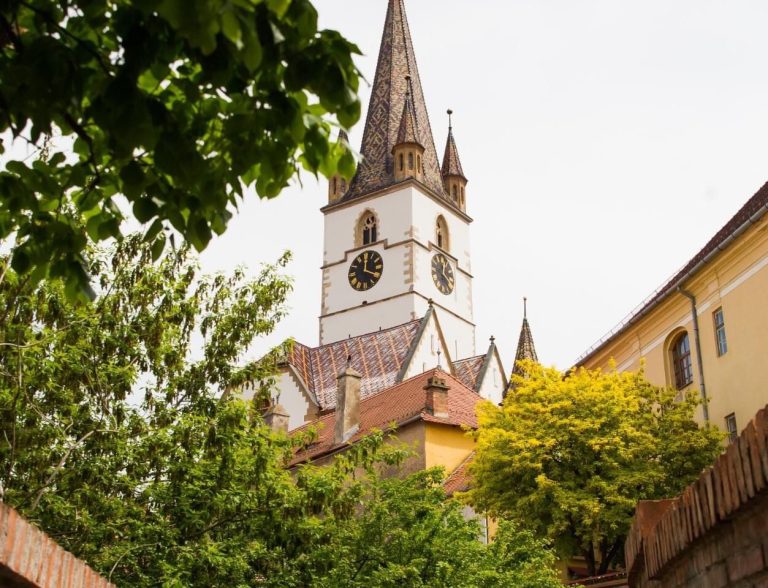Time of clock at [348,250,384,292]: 12:19
